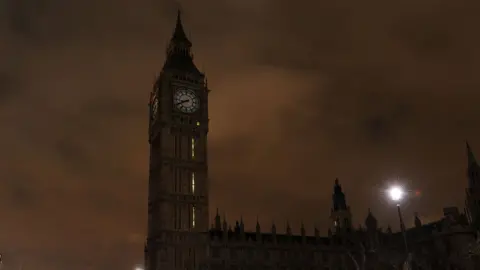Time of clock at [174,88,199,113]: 8:40
